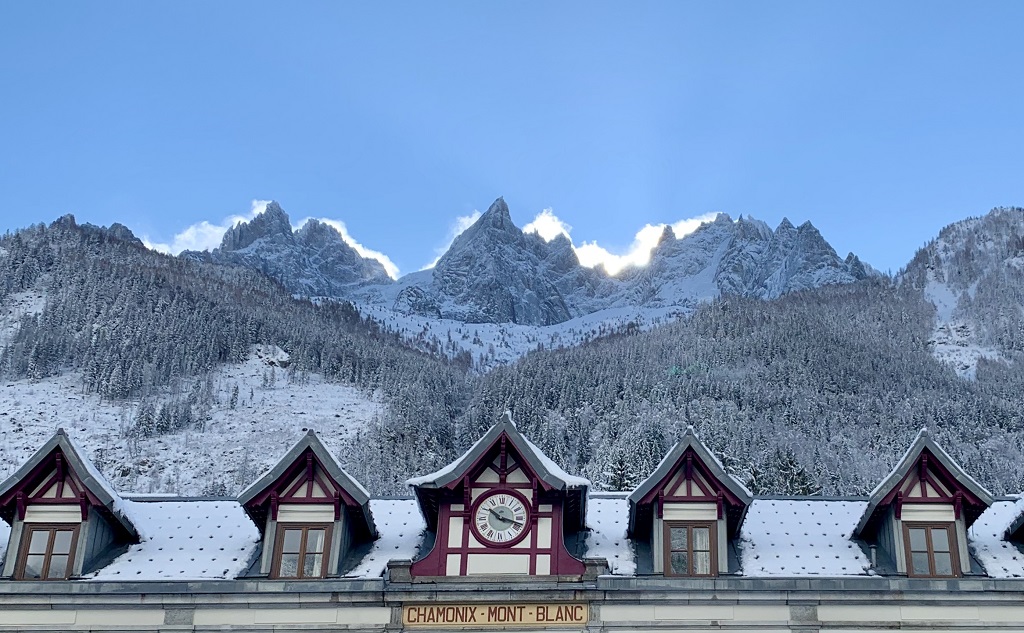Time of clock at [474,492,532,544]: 10:17
